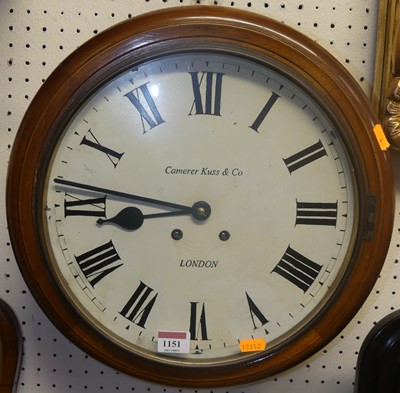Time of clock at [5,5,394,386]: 8:46
